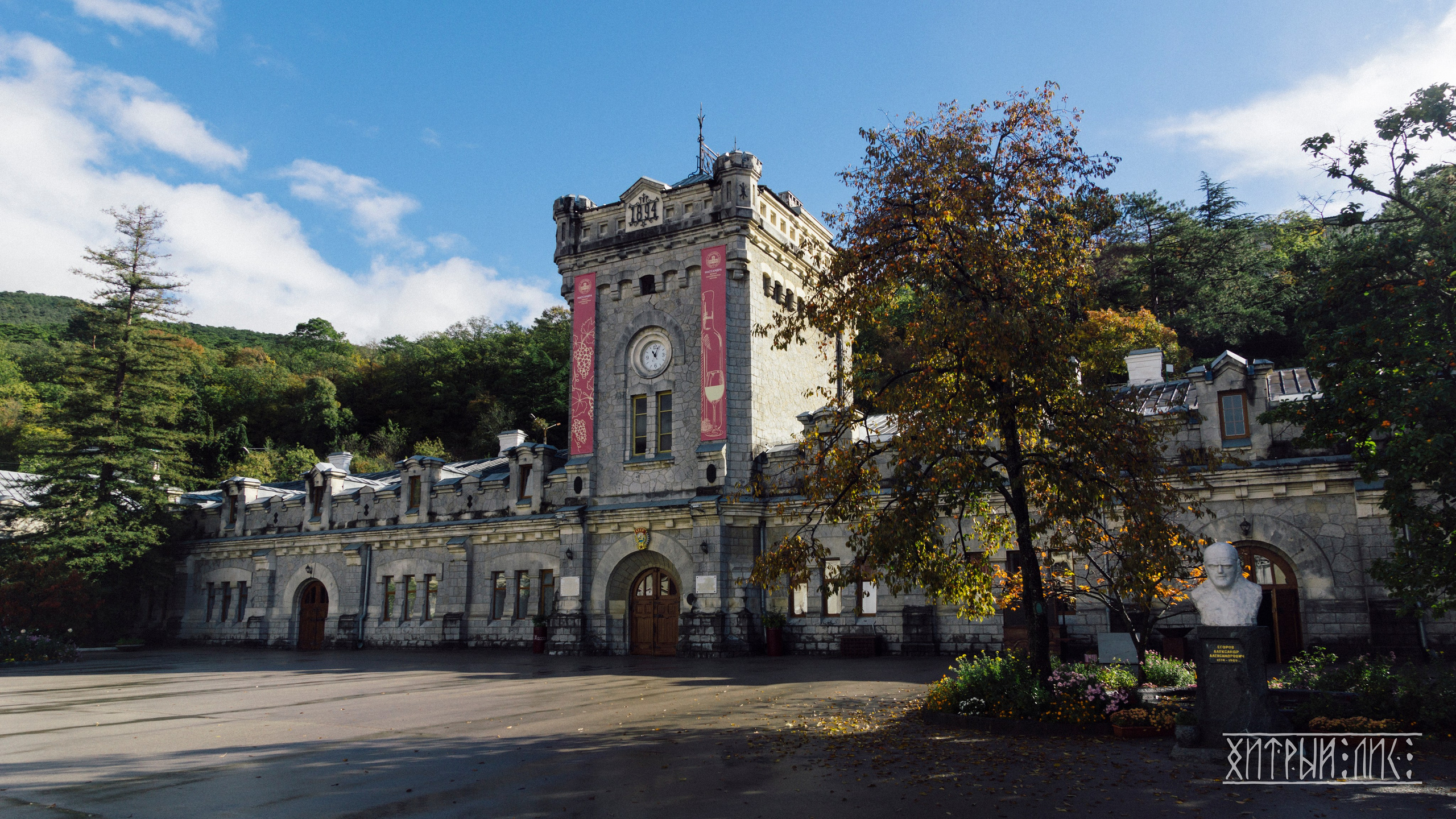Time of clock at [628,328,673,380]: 11:04
